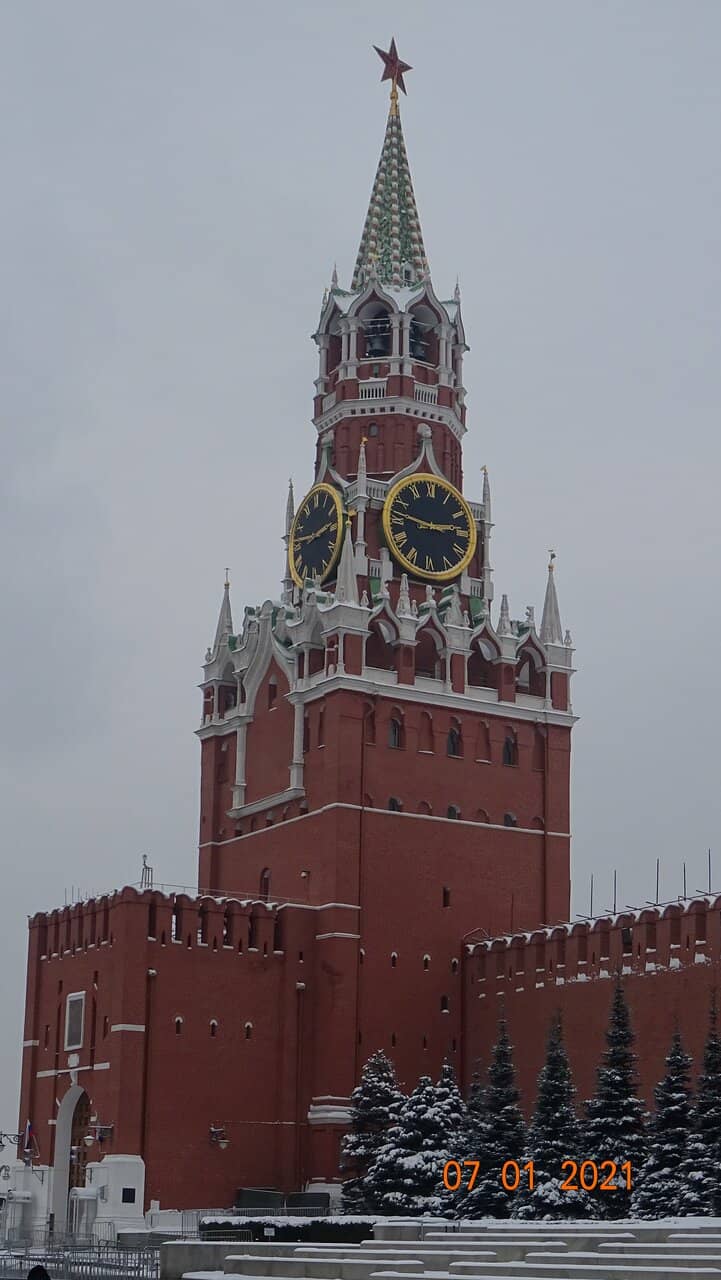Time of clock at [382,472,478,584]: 2:46
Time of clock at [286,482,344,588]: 2:46
